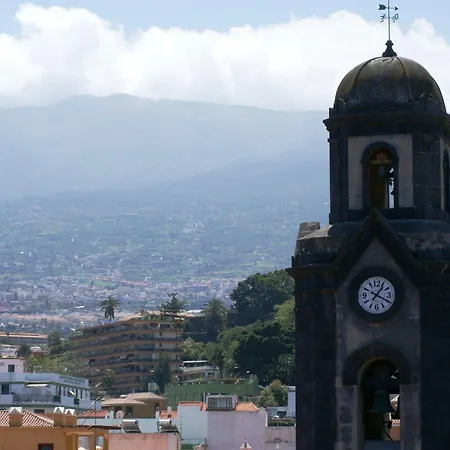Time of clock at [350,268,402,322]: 1:19
